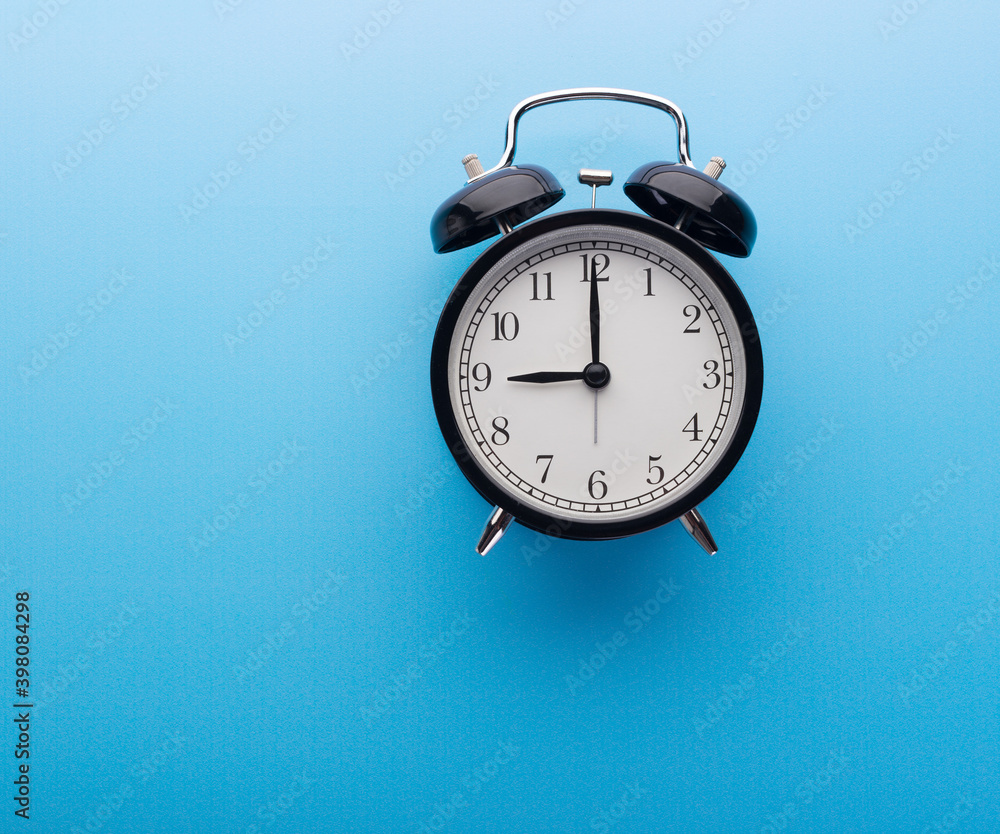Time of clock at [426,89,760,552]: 9:00
